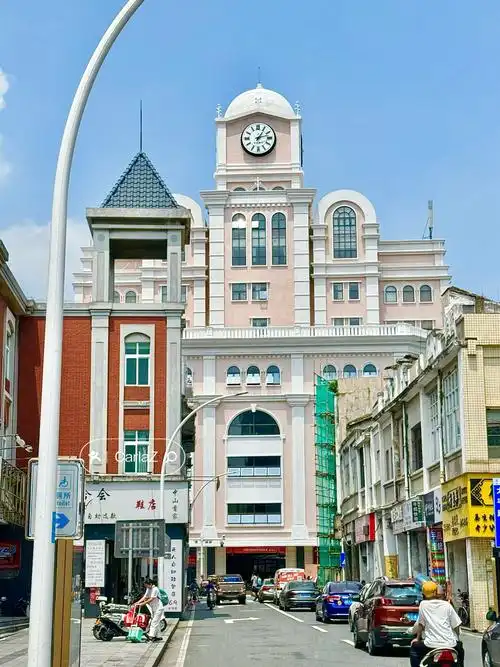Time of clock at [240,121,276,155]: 1:12
